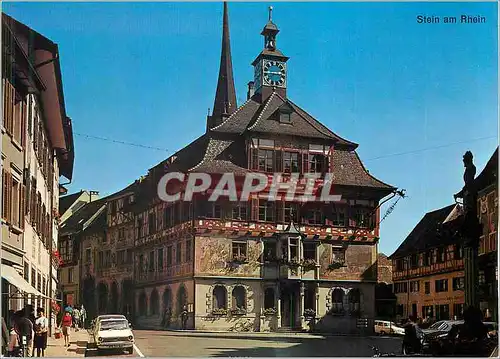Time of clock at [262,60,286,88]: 2:44
